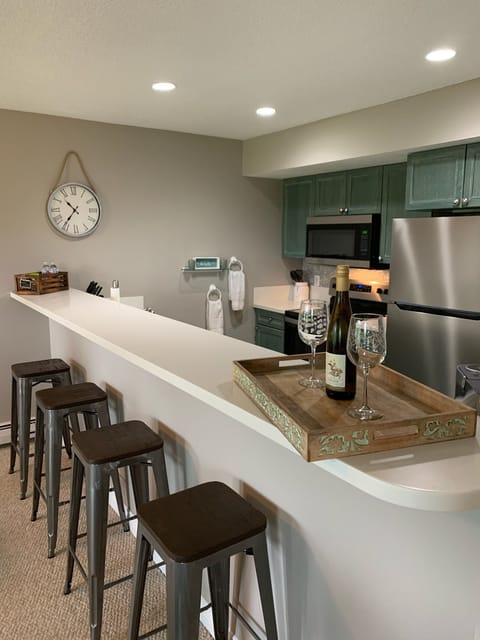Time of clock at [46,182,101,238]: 10:35
